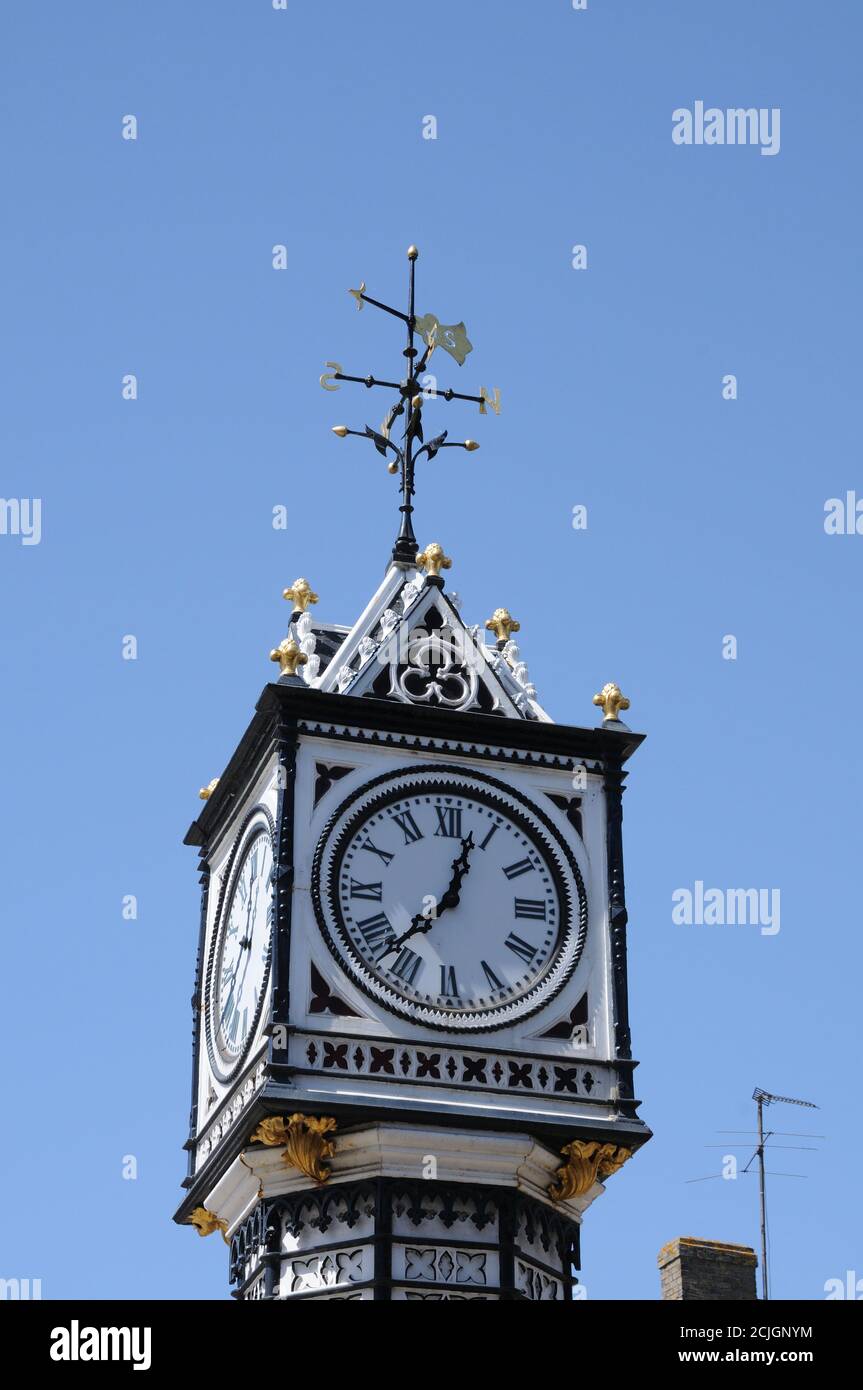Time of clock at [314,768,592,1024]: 12:37
